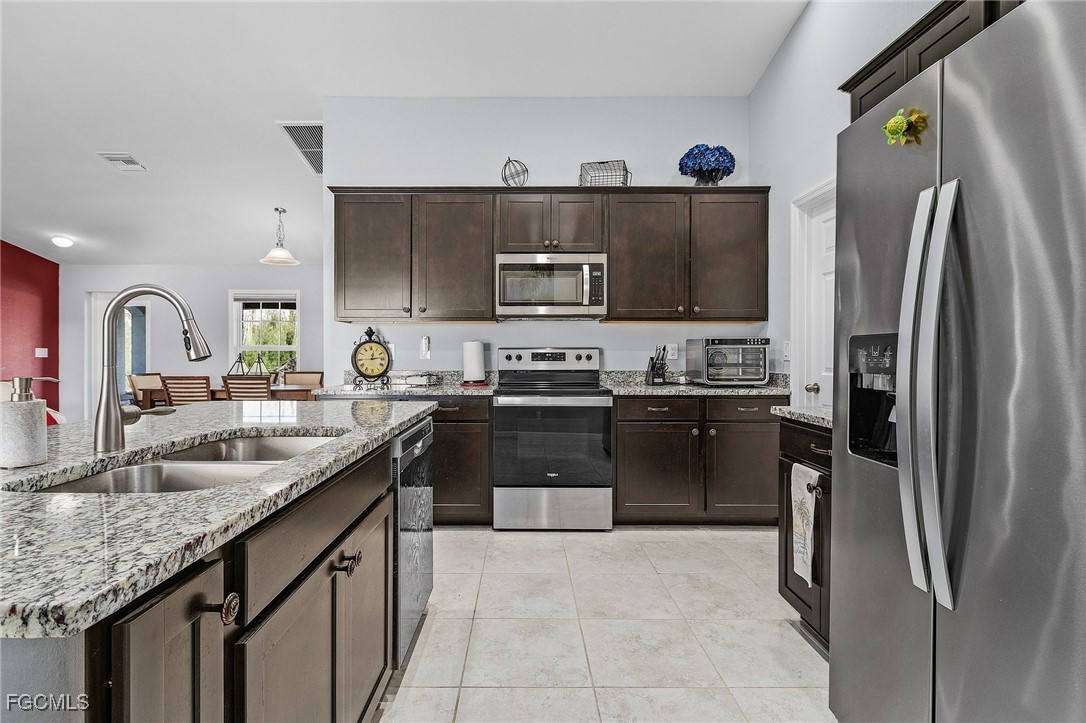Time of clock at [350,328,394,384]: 12:13
